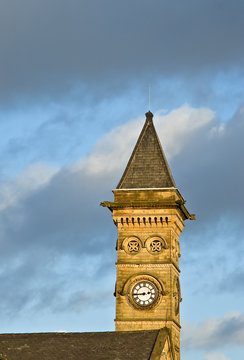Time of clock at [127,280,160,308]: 8:43
